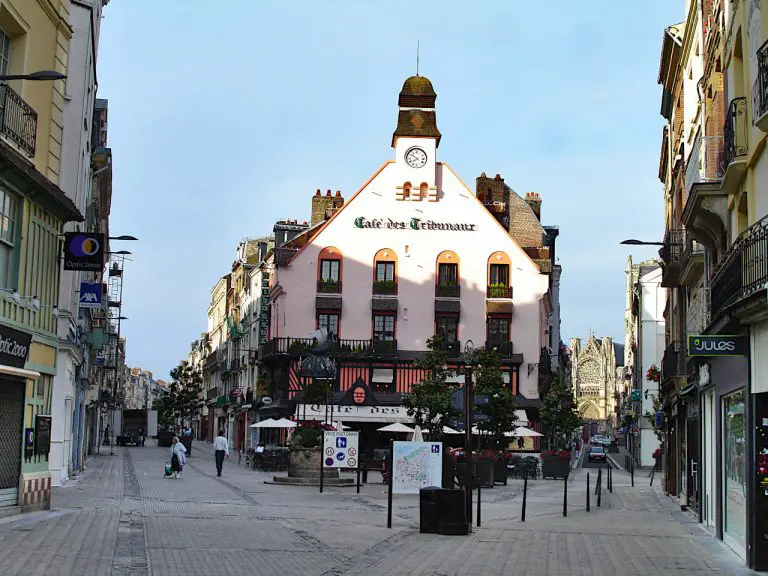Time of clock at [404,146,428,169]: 7:51
